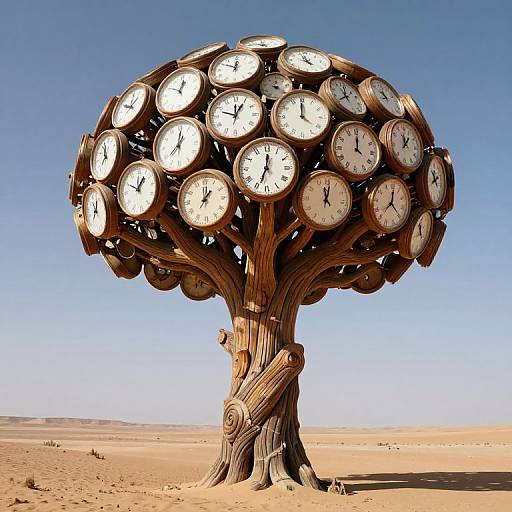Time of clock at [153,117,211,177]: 1:01
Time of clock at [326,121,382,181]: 12:00
